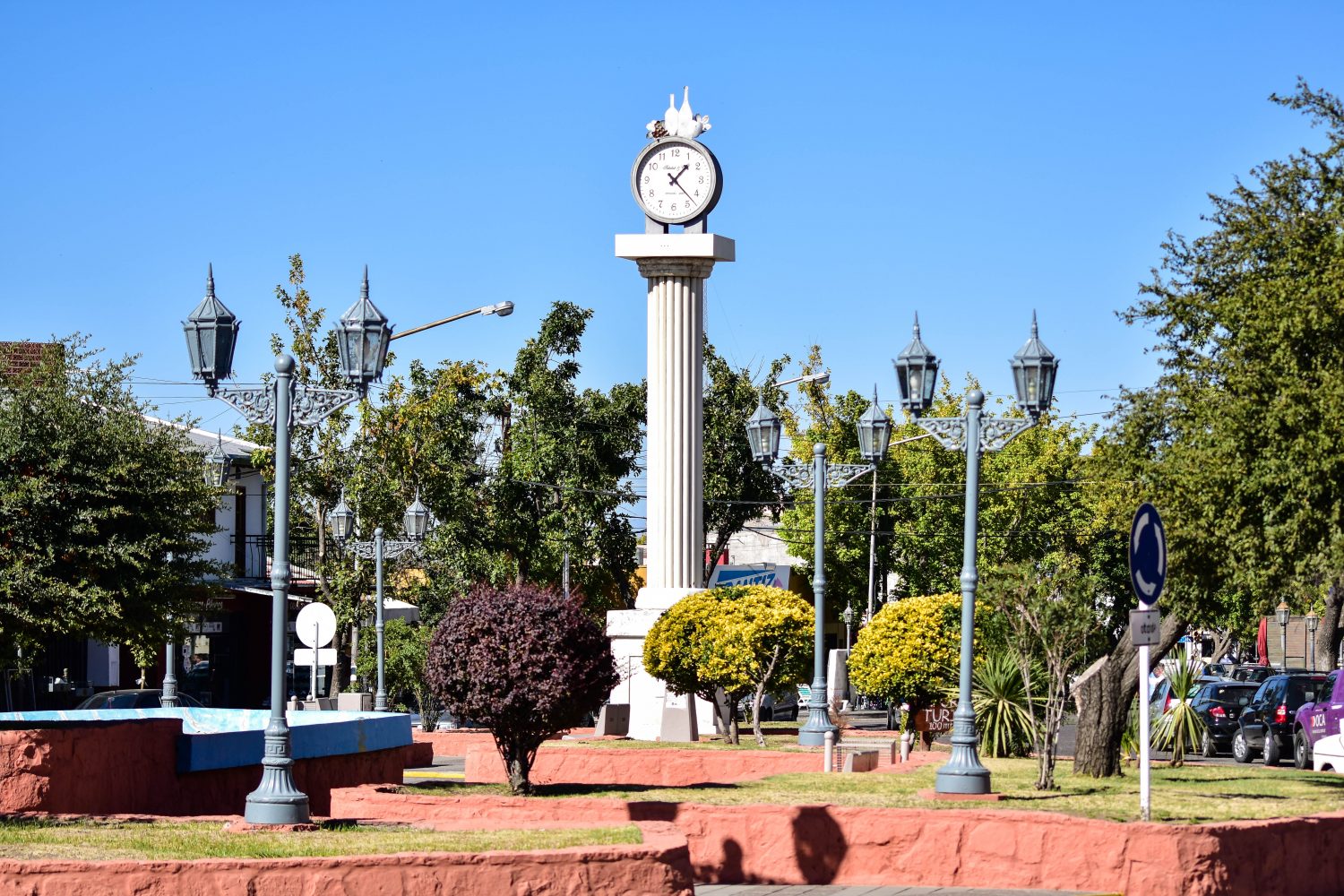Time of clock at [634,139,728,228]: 1:22
